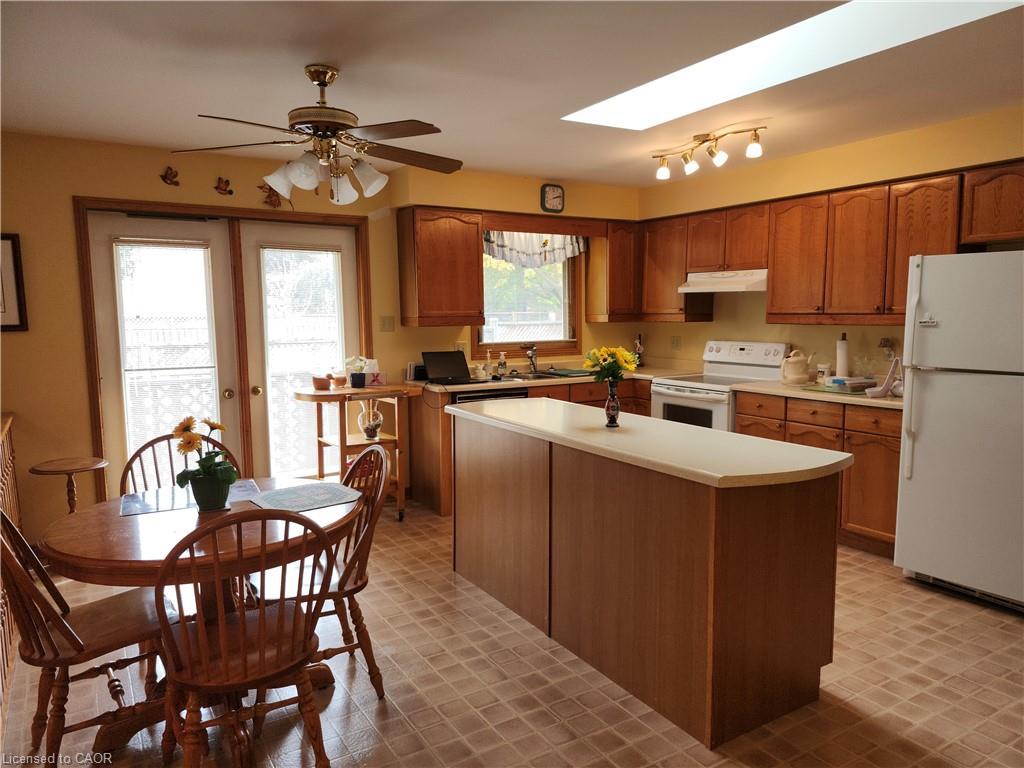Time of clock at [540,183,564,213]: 2:12
